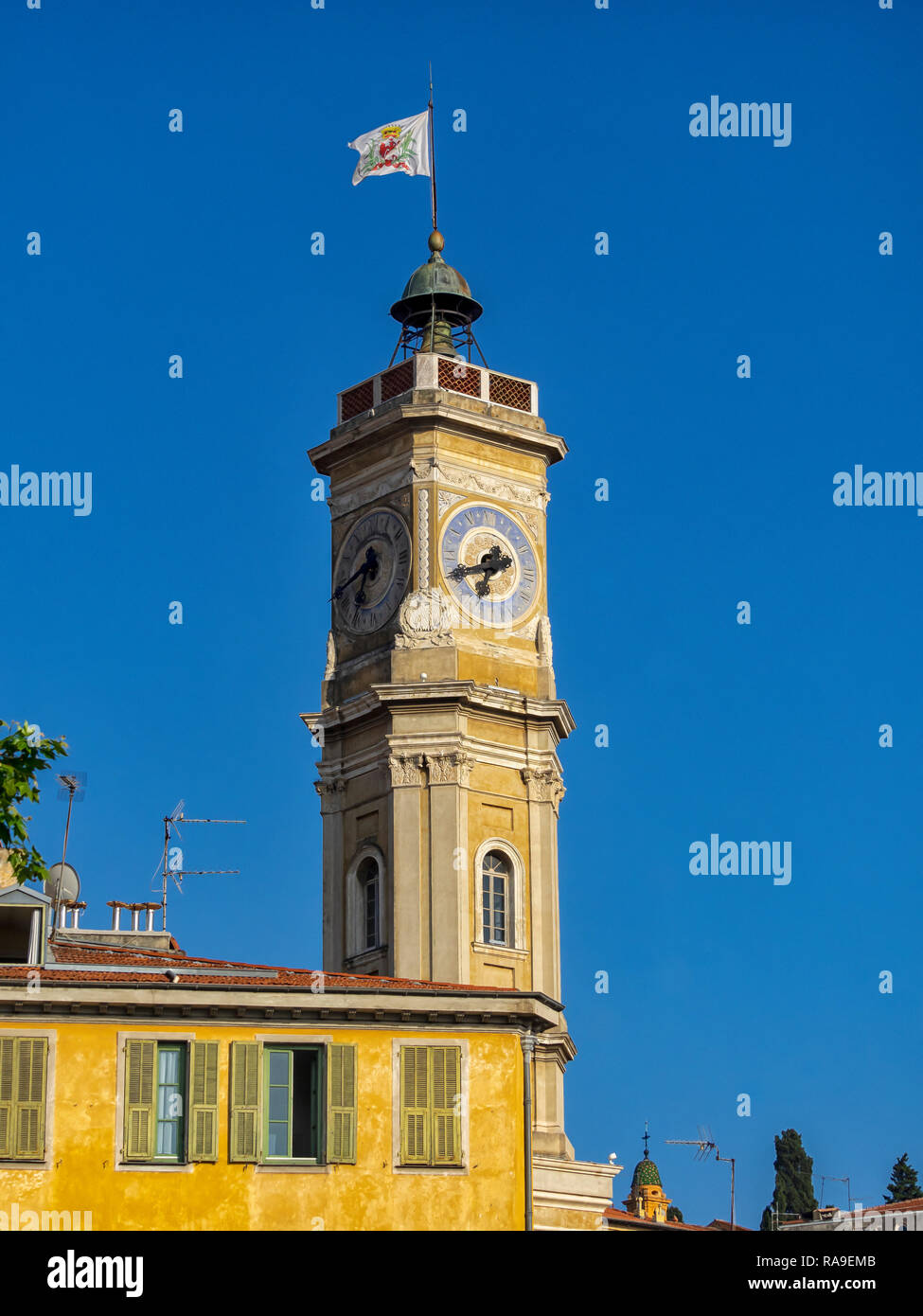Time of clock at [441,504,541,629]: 6:41
